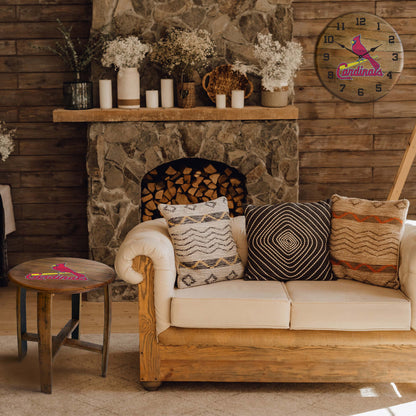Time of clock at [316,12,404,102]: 1:50
